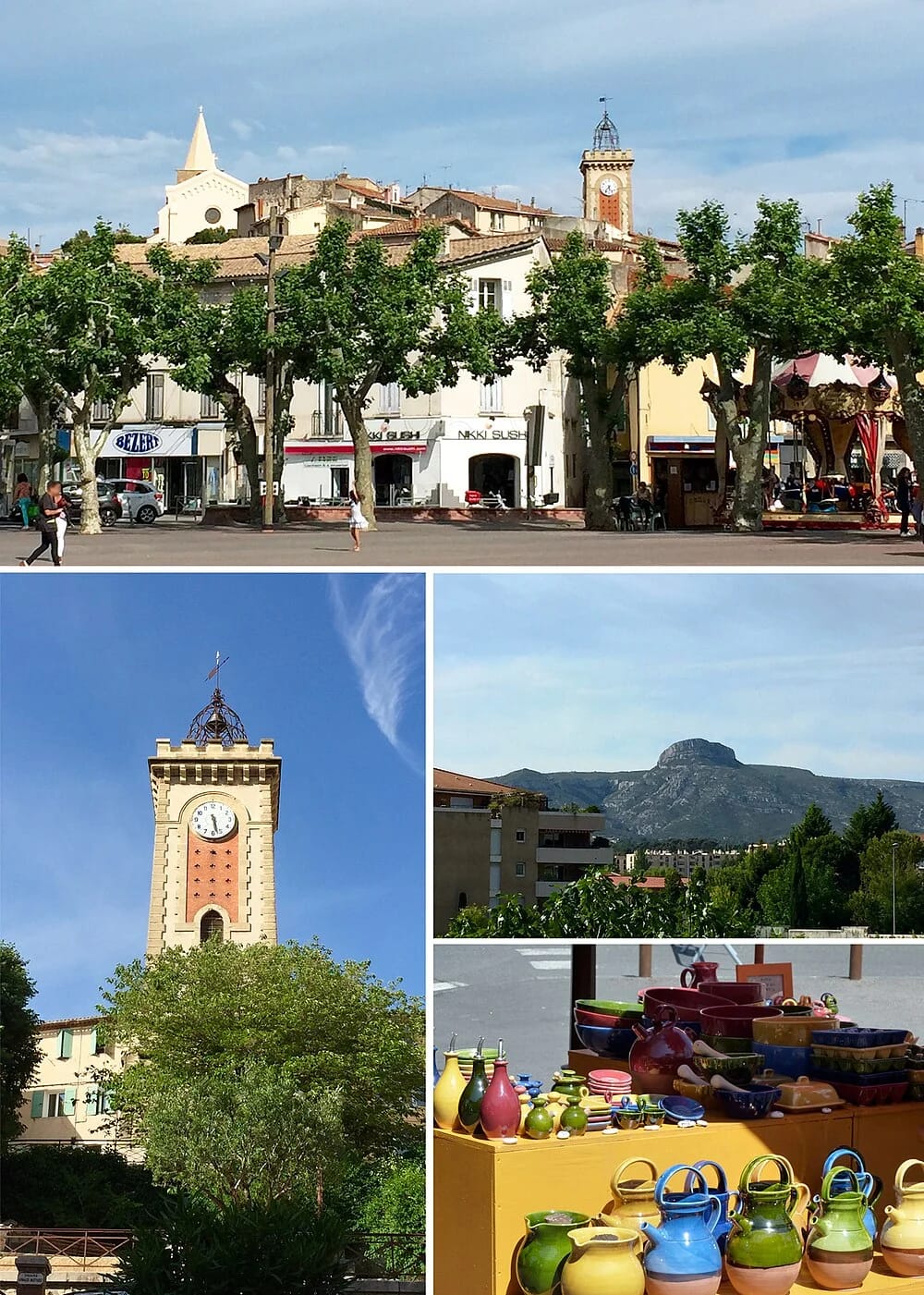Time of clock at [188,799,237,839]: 5:27
